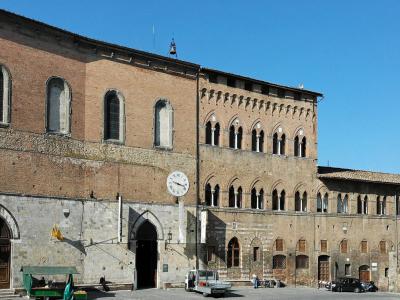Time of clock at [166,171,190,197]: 3:17
